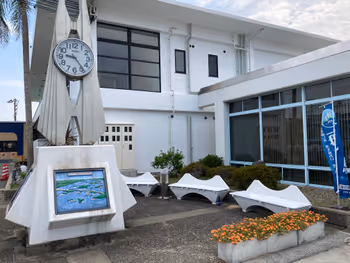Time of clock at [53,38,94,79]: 9:23
